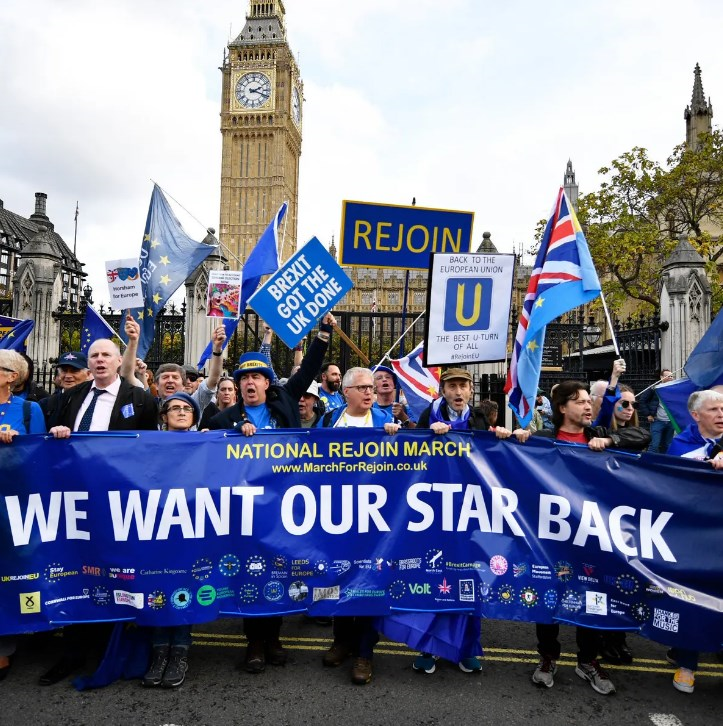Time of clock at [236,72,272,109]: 2:18
